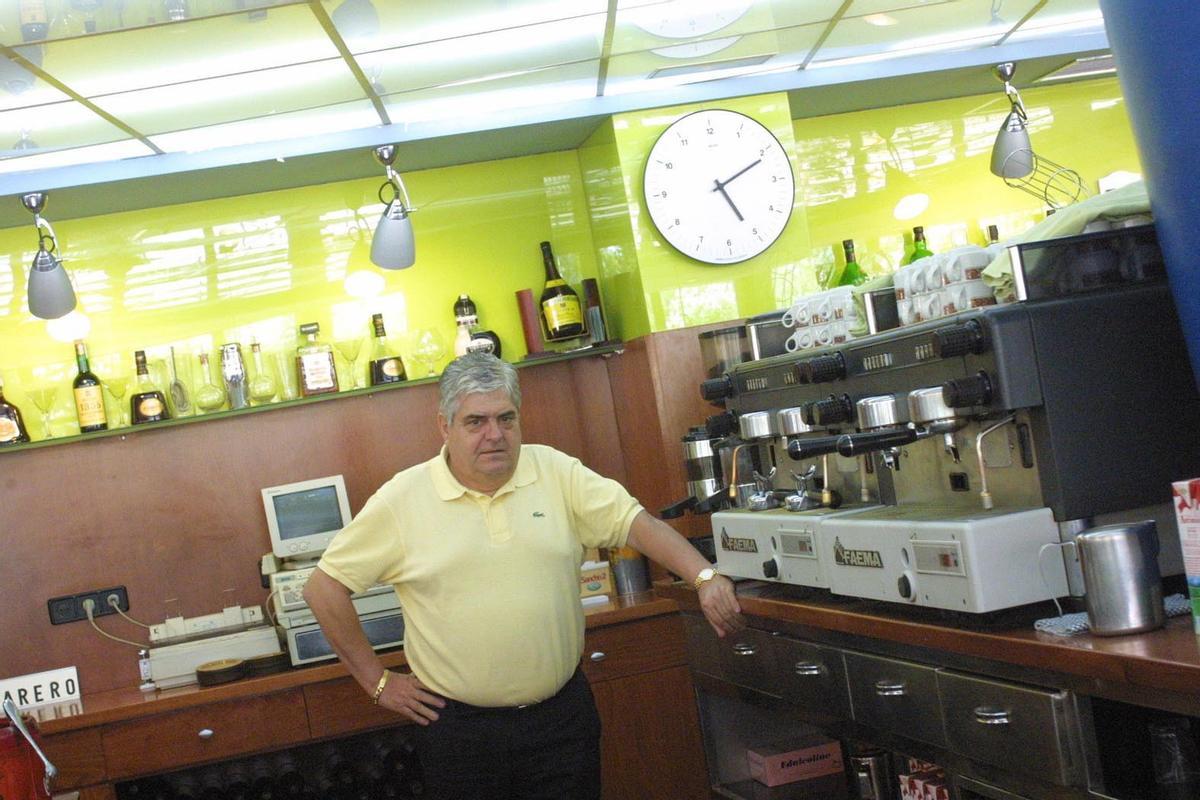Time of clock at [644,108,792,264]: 5:11
